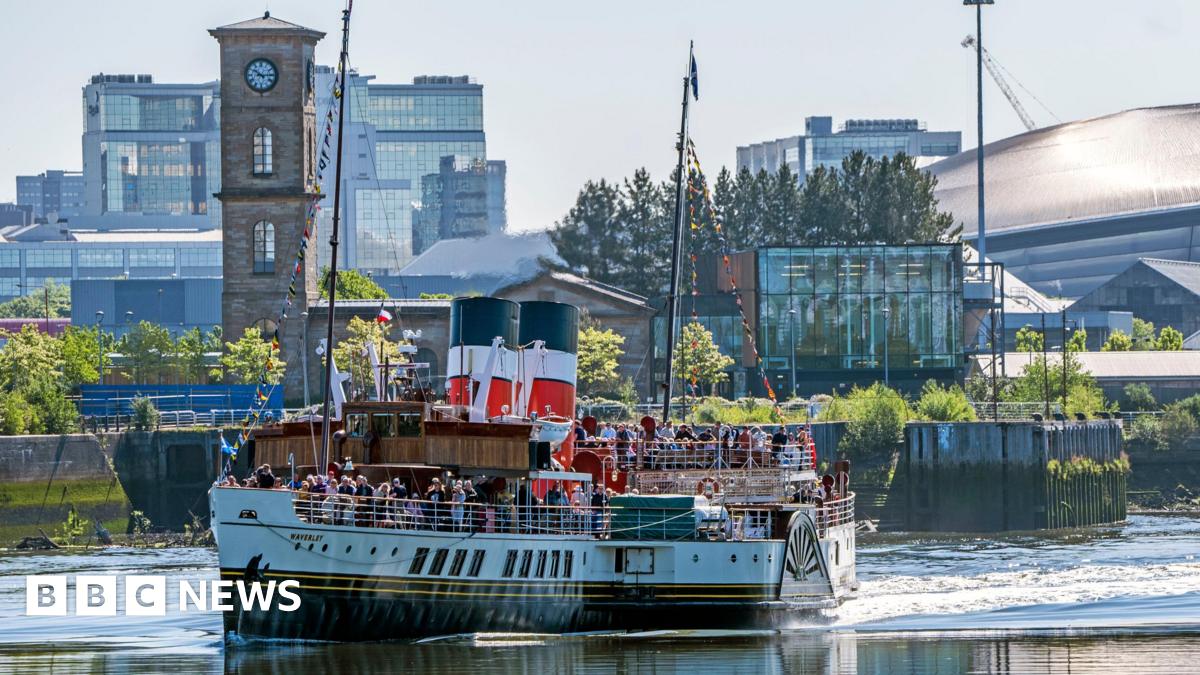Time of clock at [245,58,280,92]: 10:14
